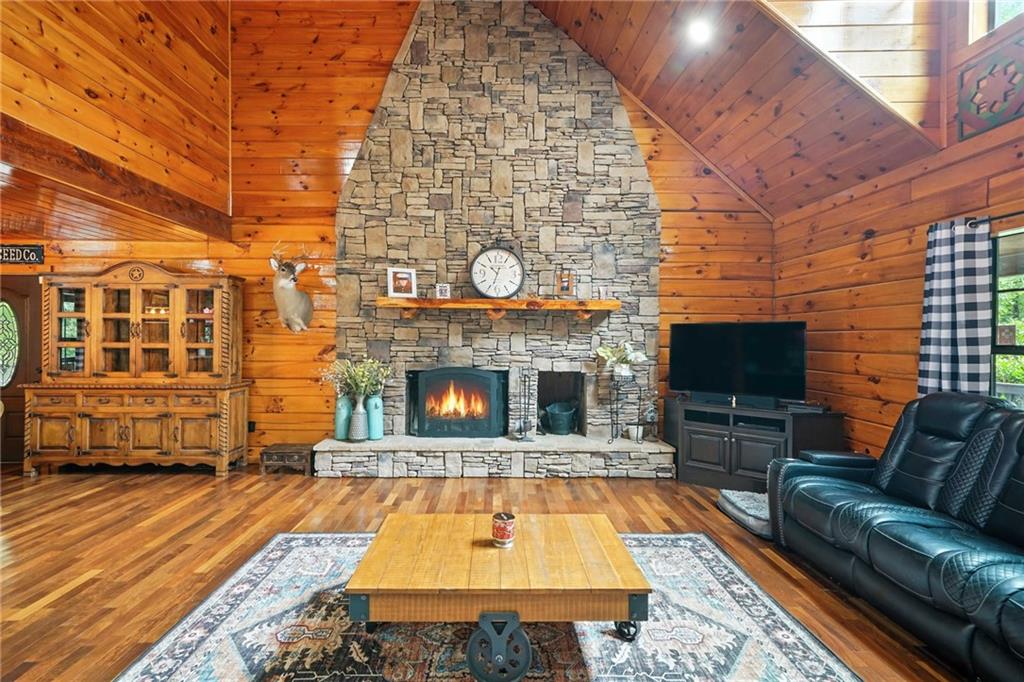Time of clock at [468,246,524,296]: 10:32
